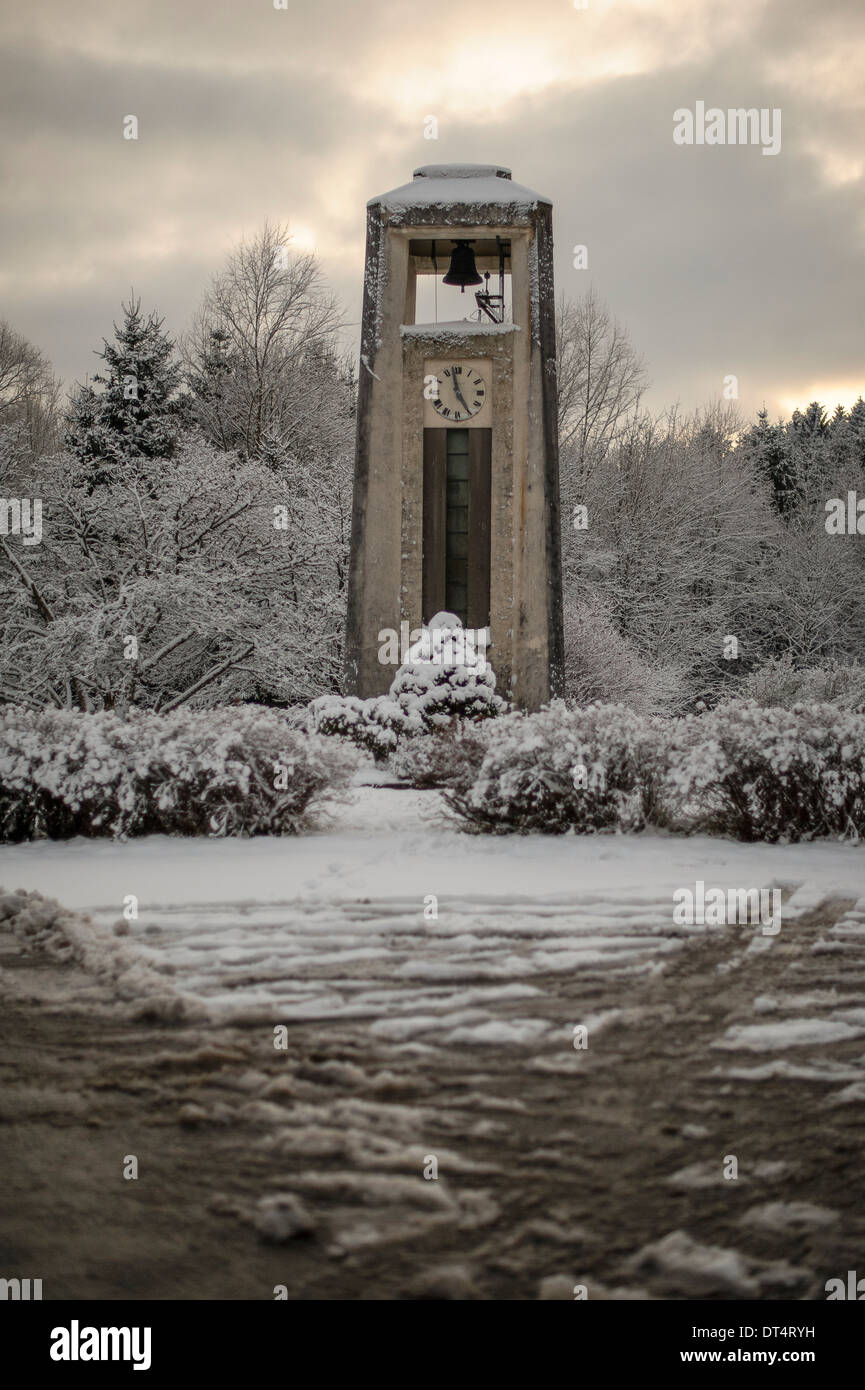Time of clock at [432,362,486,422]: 4:57
